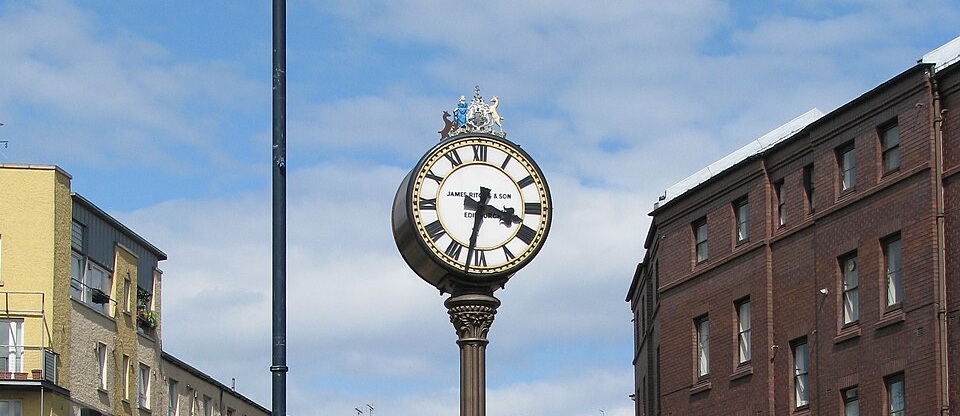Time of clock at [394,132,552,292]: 3:32
